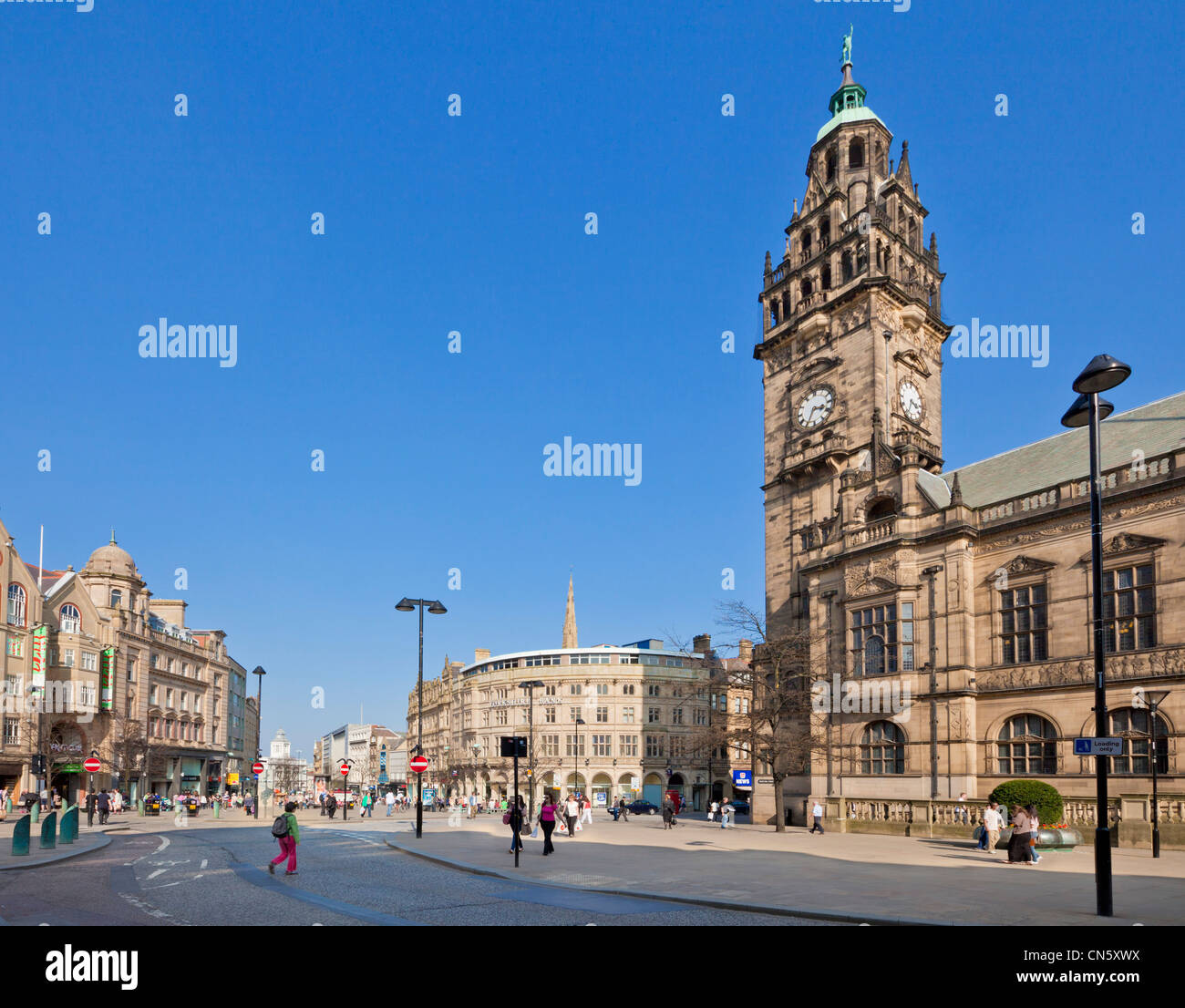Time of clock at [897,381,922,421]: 3:33
